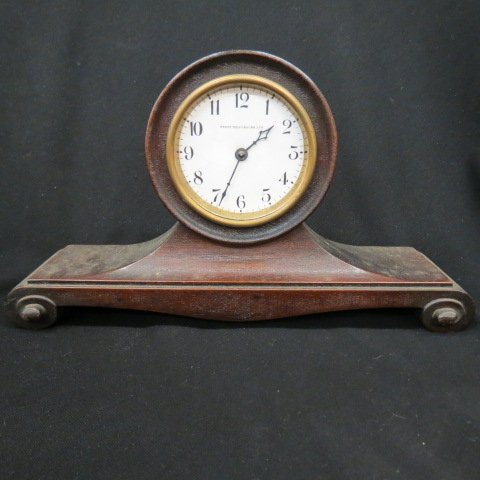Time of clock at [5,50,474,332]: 1:34
